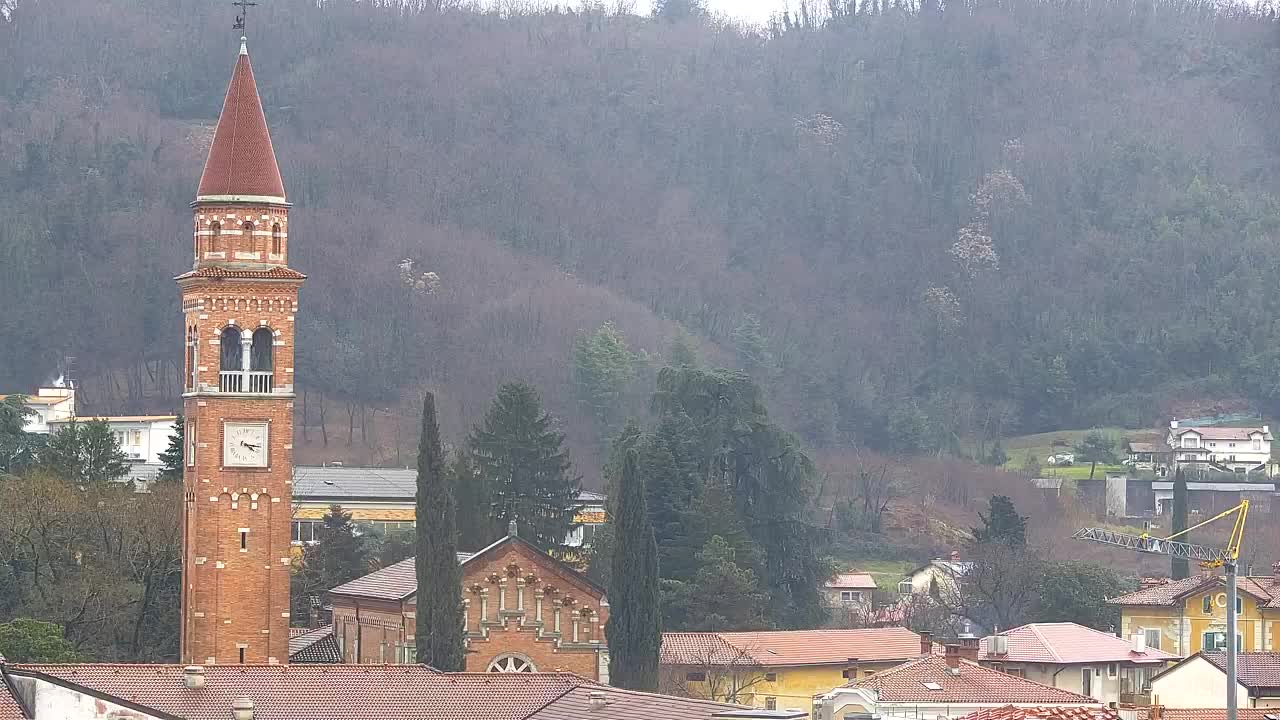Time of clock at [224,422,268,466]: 4:16
